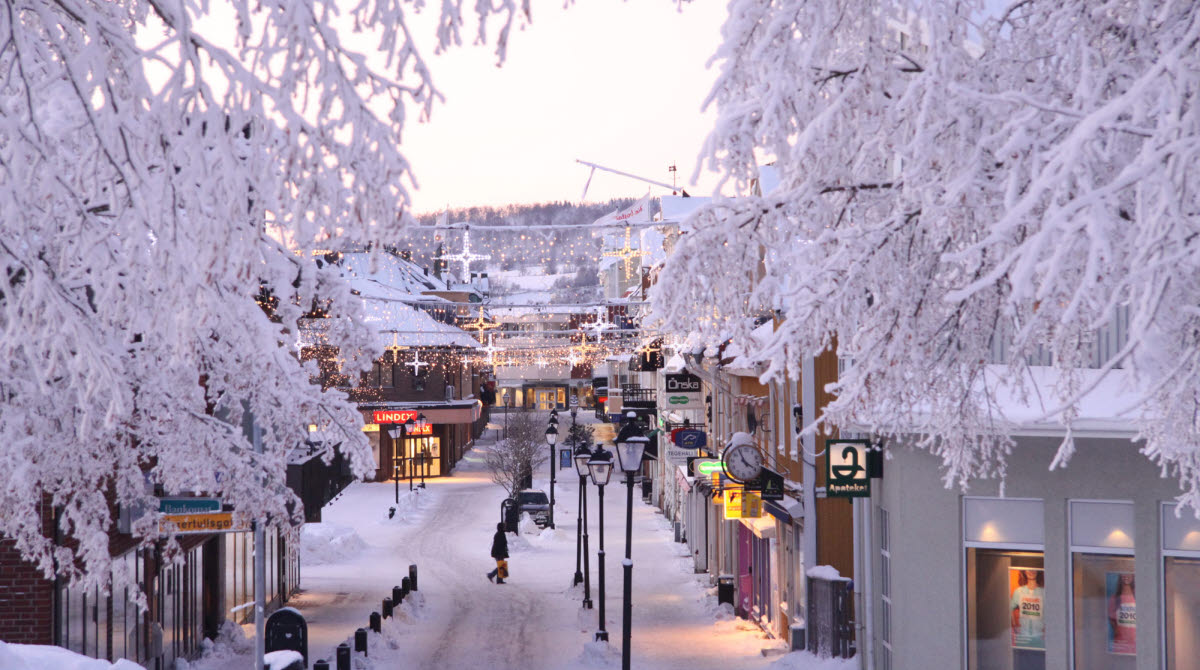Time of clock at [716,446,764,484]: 3:55
